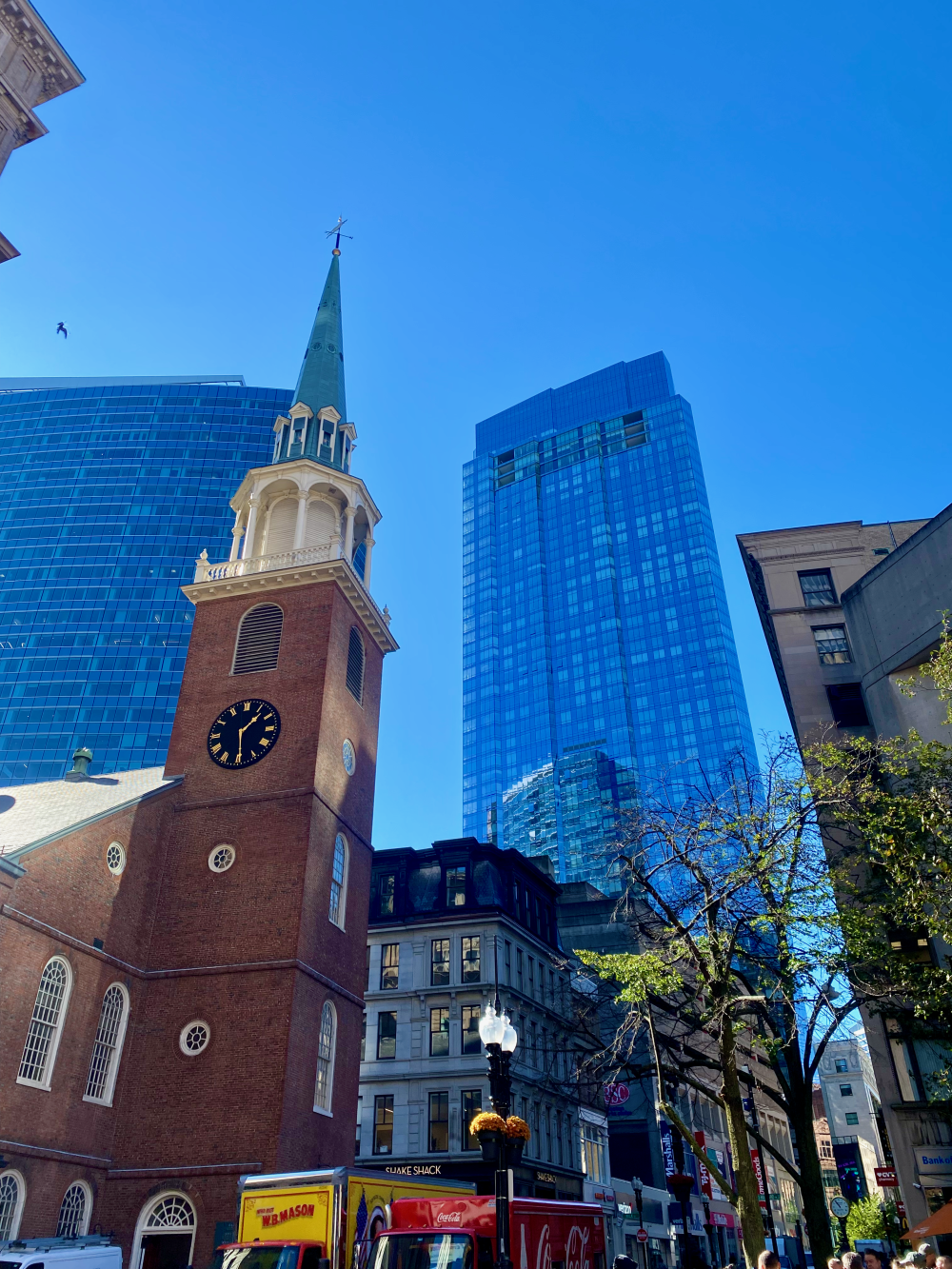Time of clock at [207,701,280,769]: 1:29
